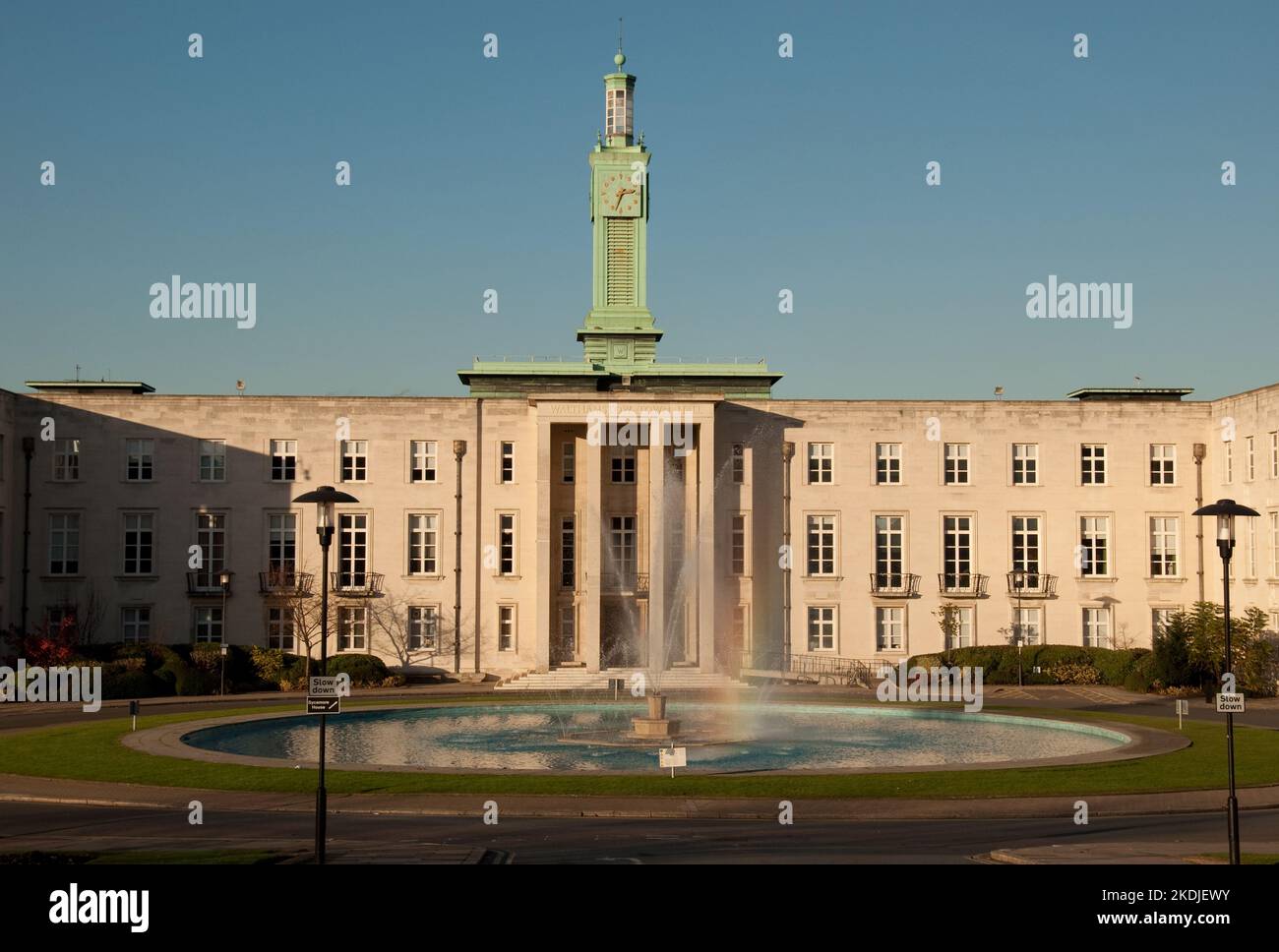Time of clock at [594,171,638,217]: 2:33
